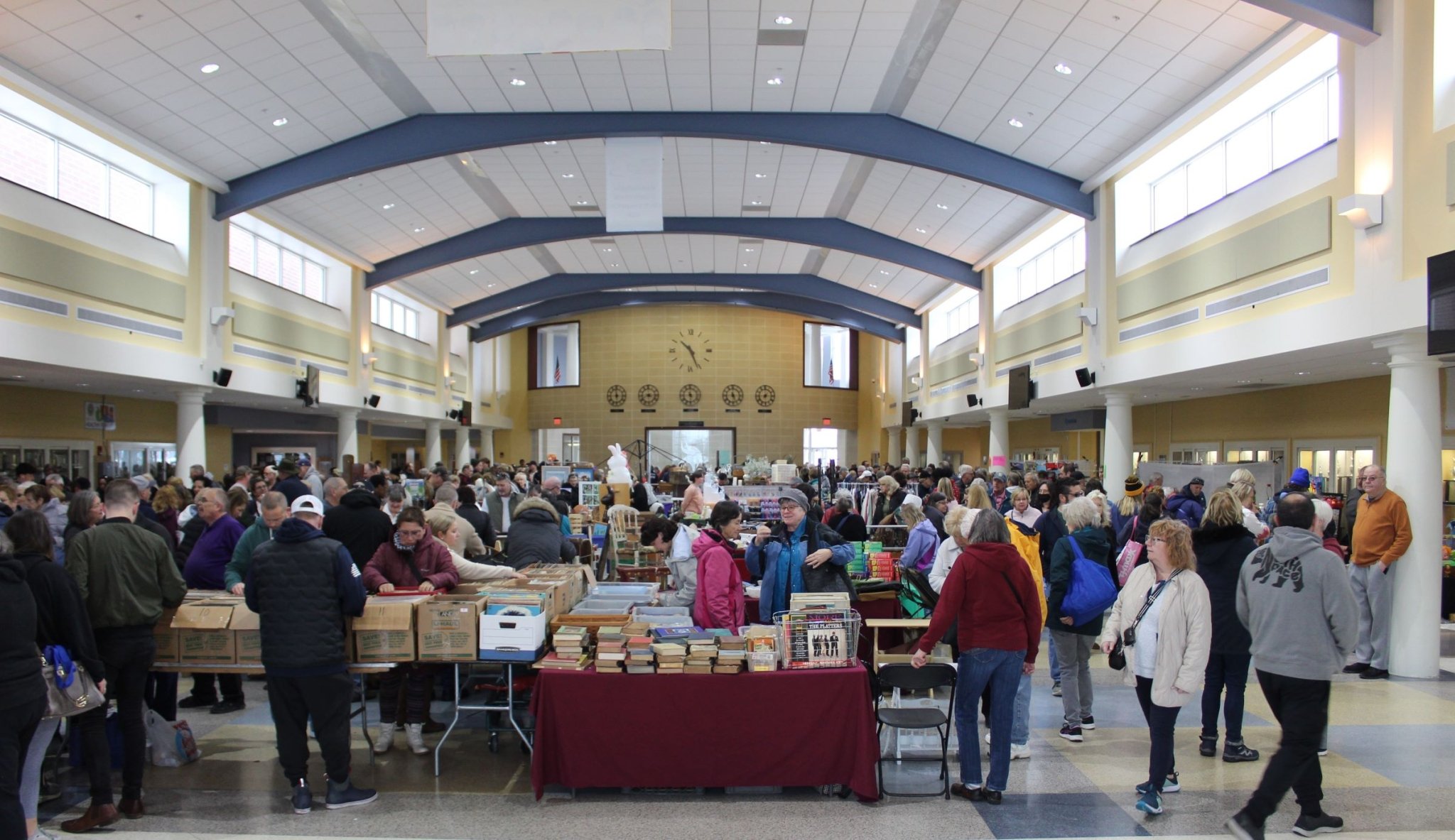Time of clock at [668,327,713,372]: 10:26
